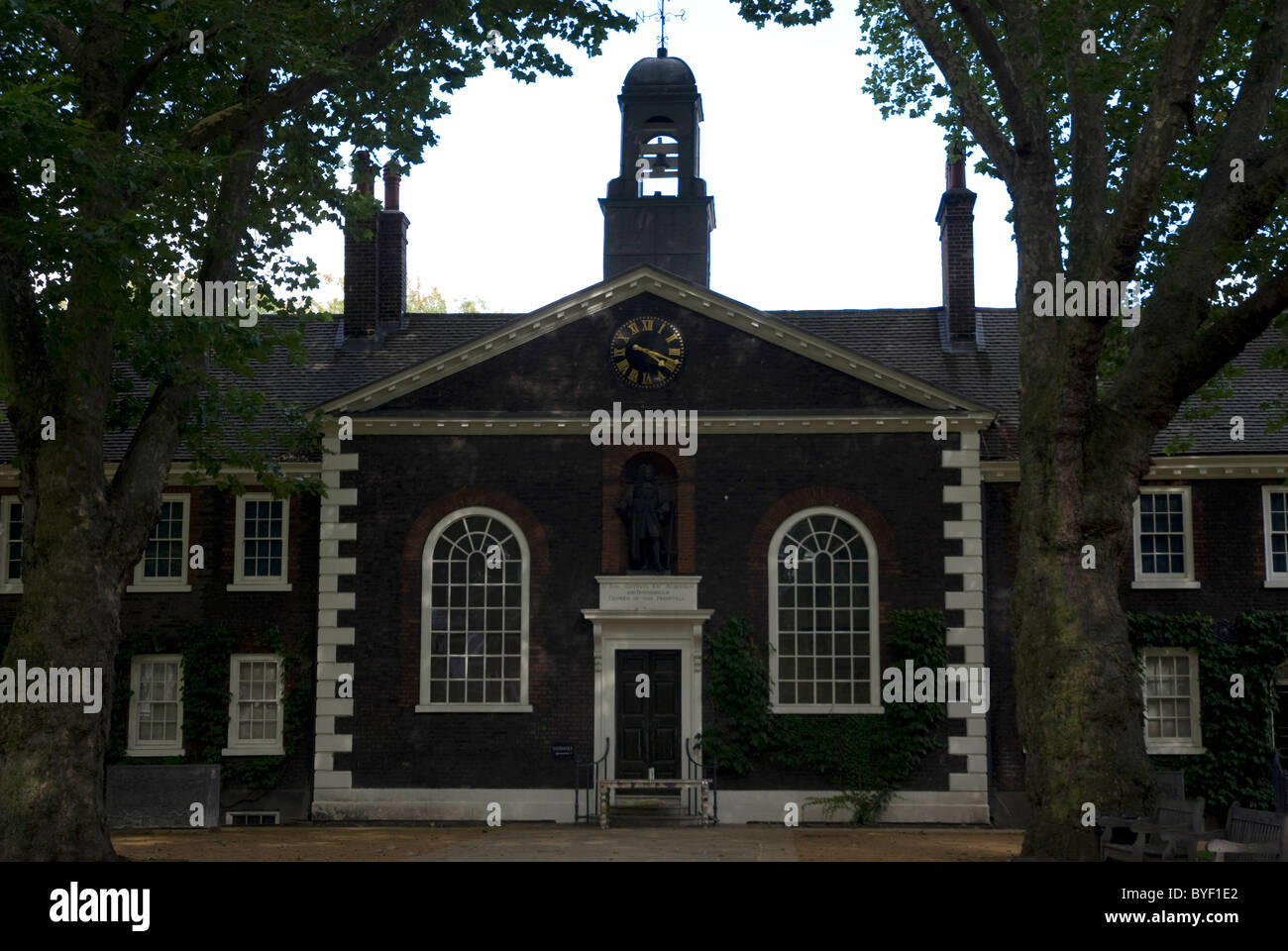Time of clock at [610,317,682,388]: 4:17
